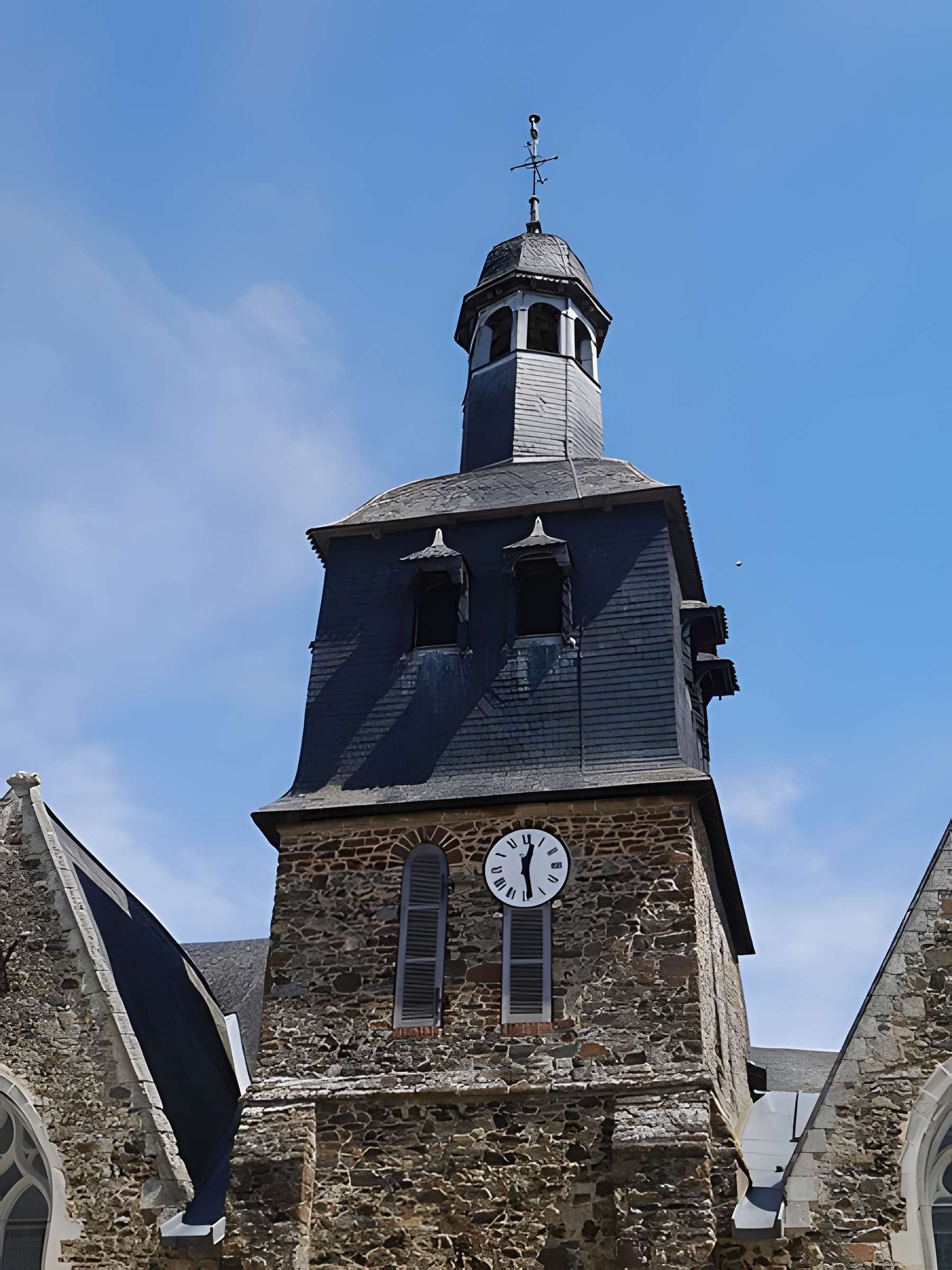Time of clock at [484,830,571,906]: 12:28
